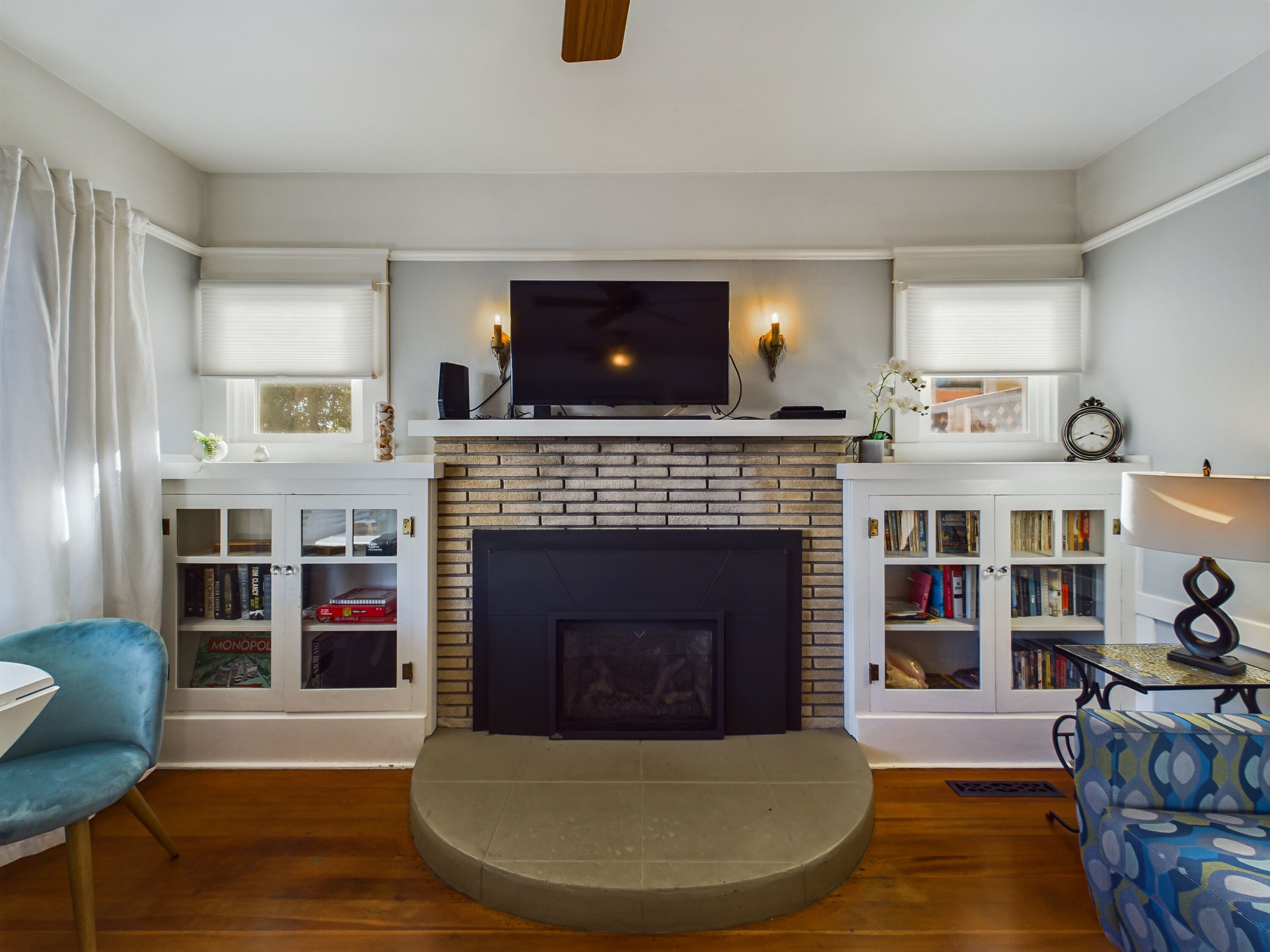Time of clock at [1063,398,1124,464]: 3:40
